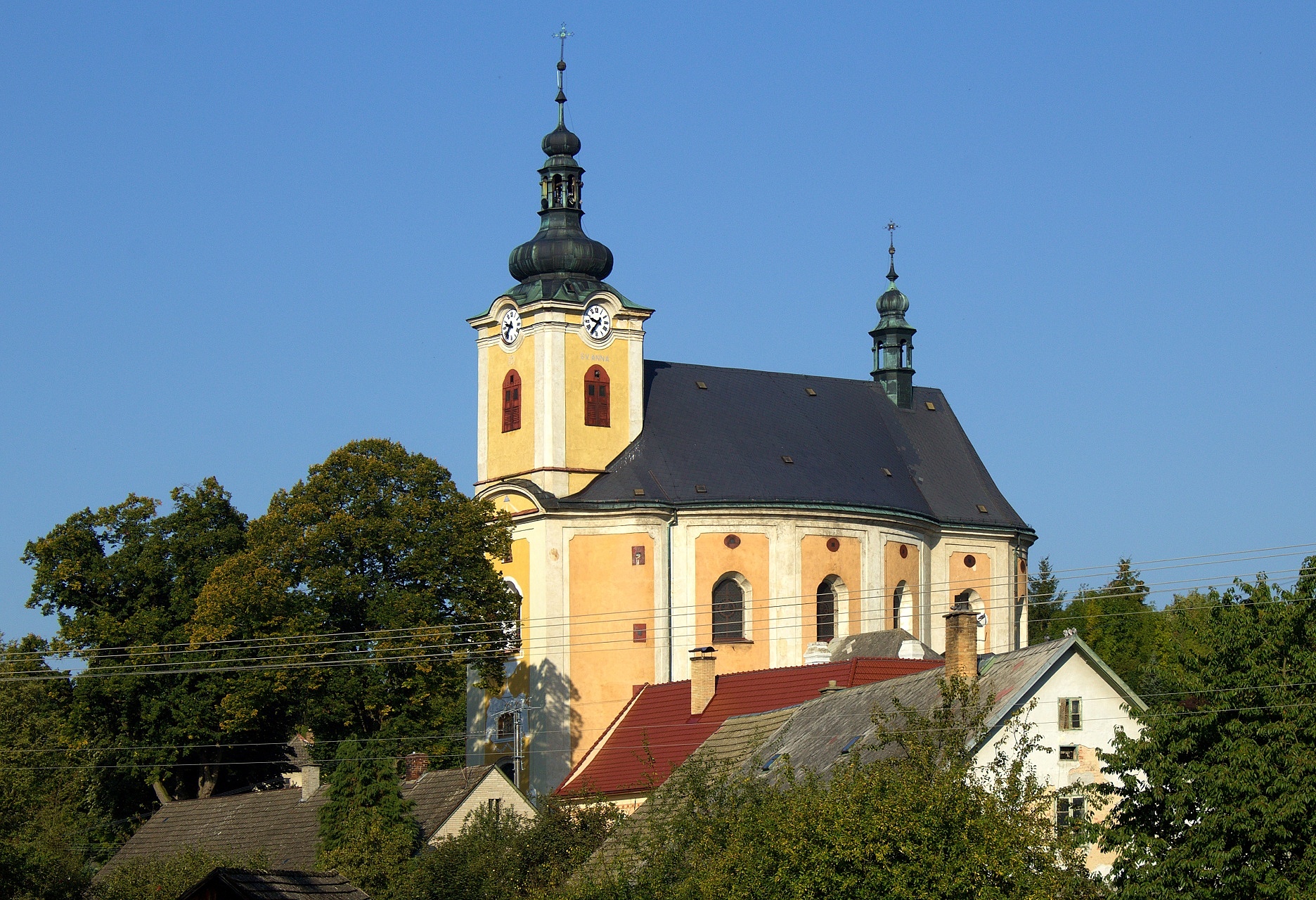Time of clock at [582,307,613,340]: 9:36
